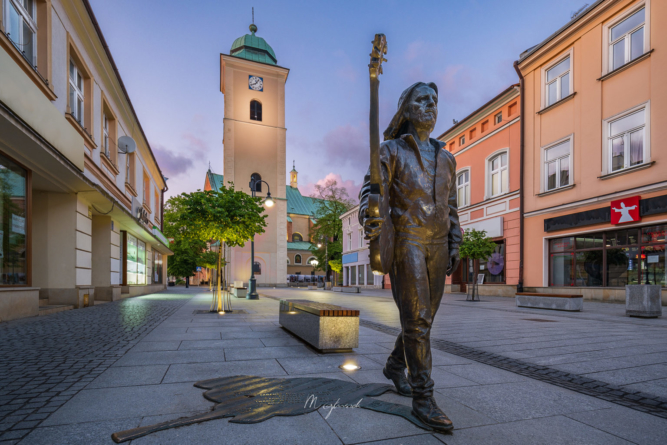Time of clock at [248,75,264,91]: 8:06
